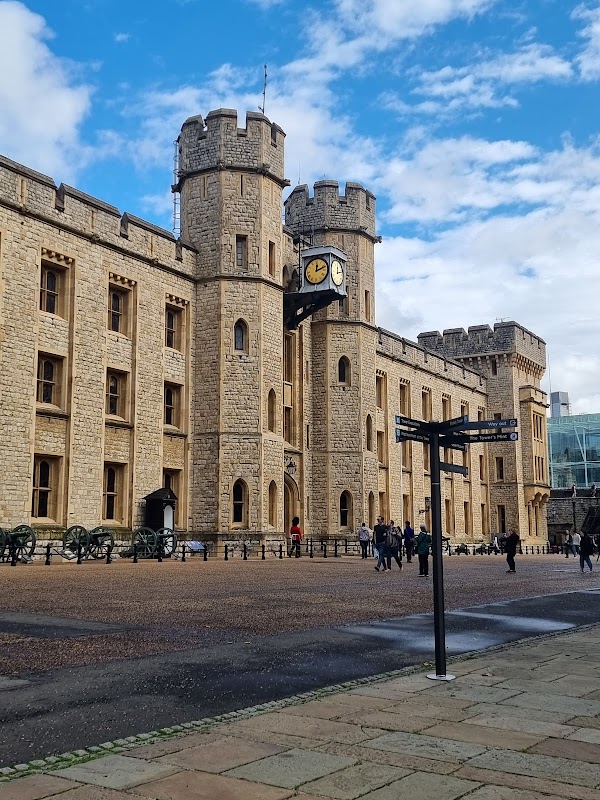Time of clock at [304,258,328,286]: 12:11
